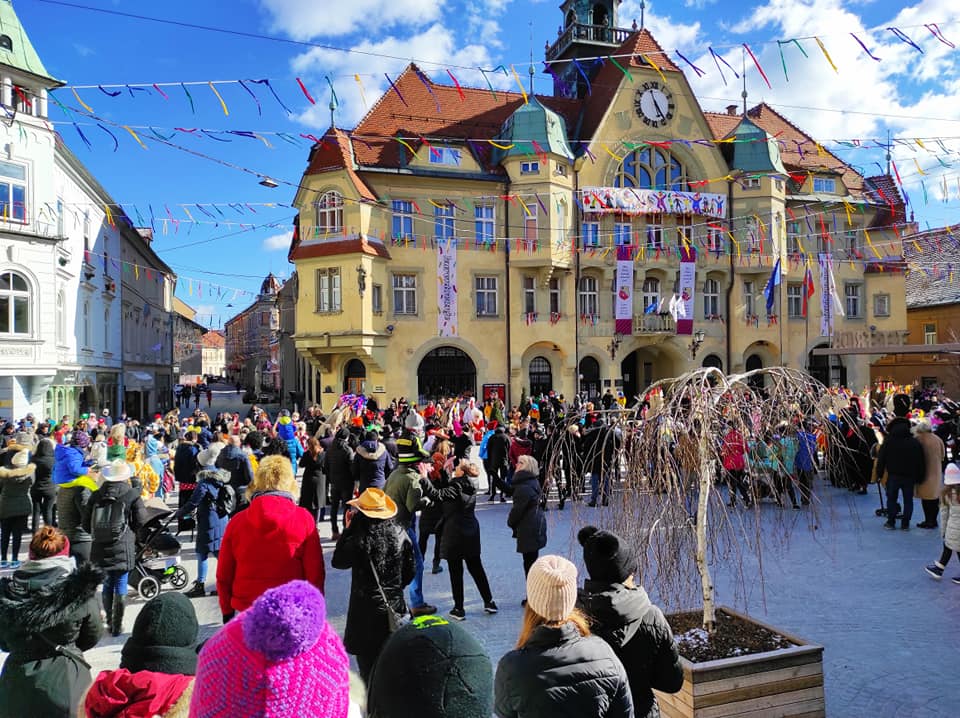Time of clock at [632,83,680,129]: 4:57
